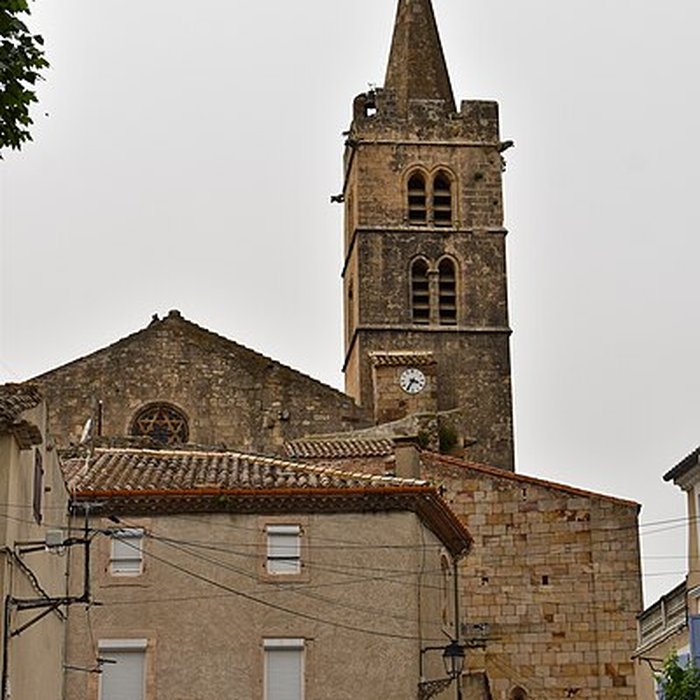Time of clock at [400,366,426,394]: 3:35
